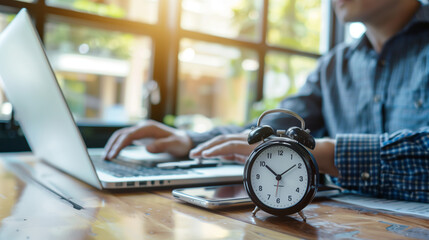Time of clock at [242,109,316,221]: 10:09
